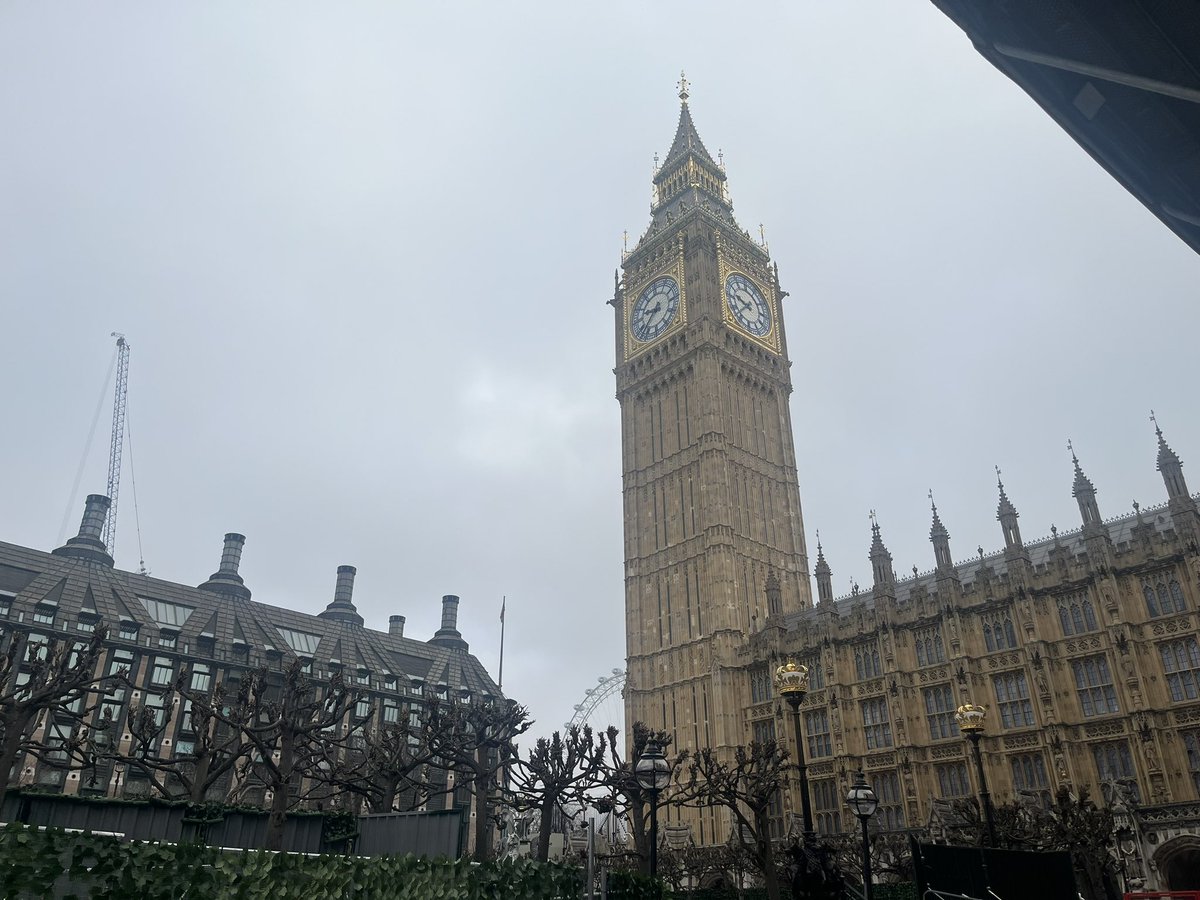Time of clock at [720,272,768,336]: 9:38
